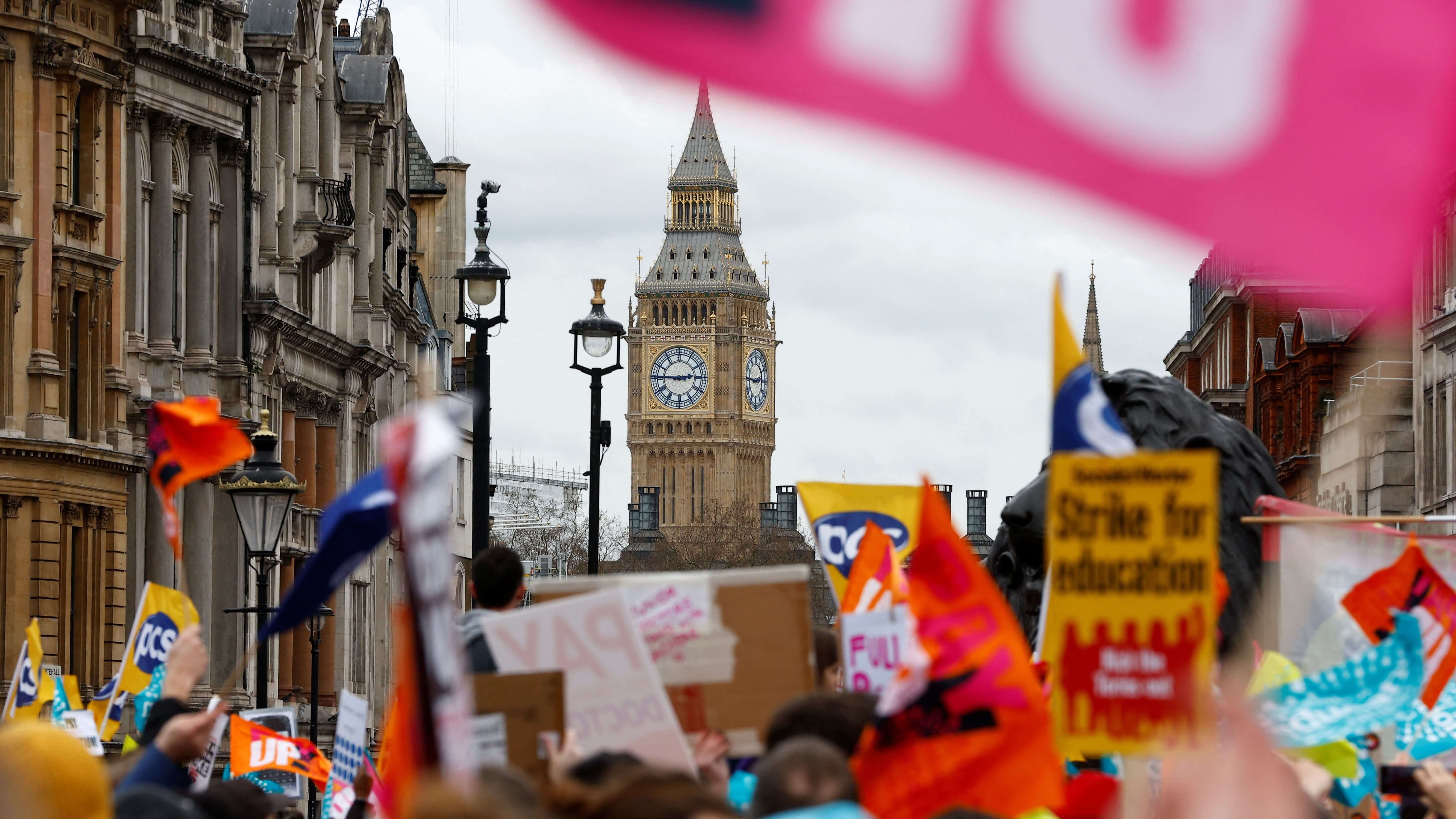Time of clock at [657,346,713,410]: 2:45
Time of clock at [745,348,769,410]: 2:45
